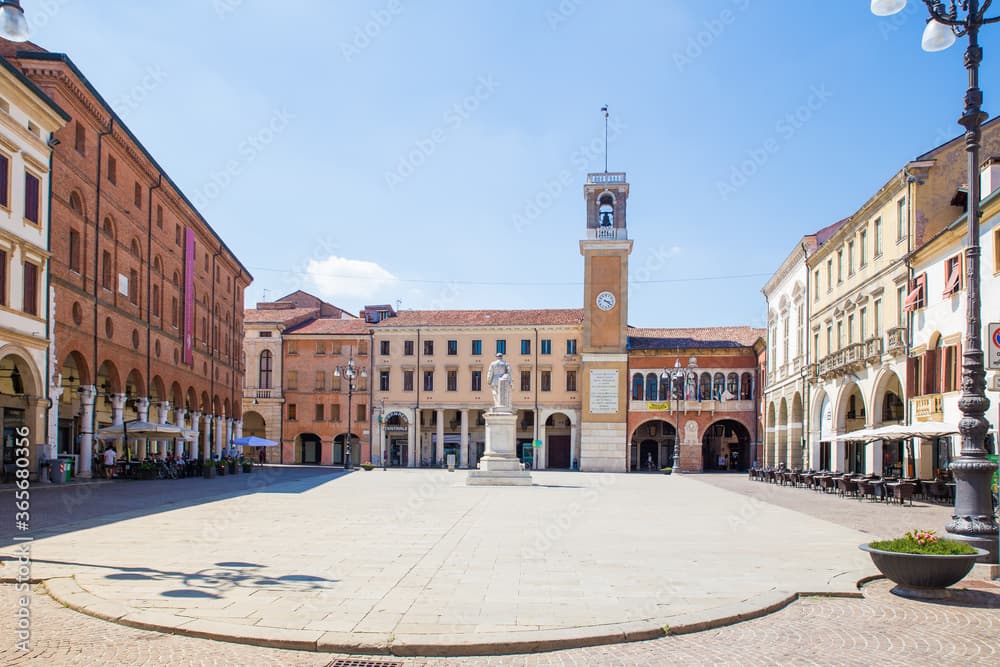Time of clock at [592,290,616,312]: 3:21
